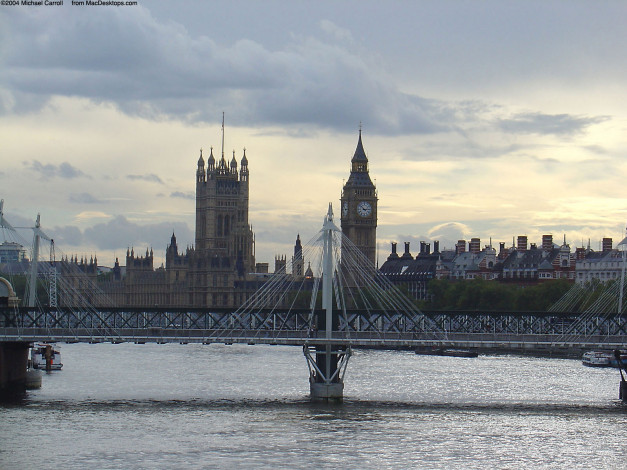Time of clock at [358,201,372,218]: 2:52
